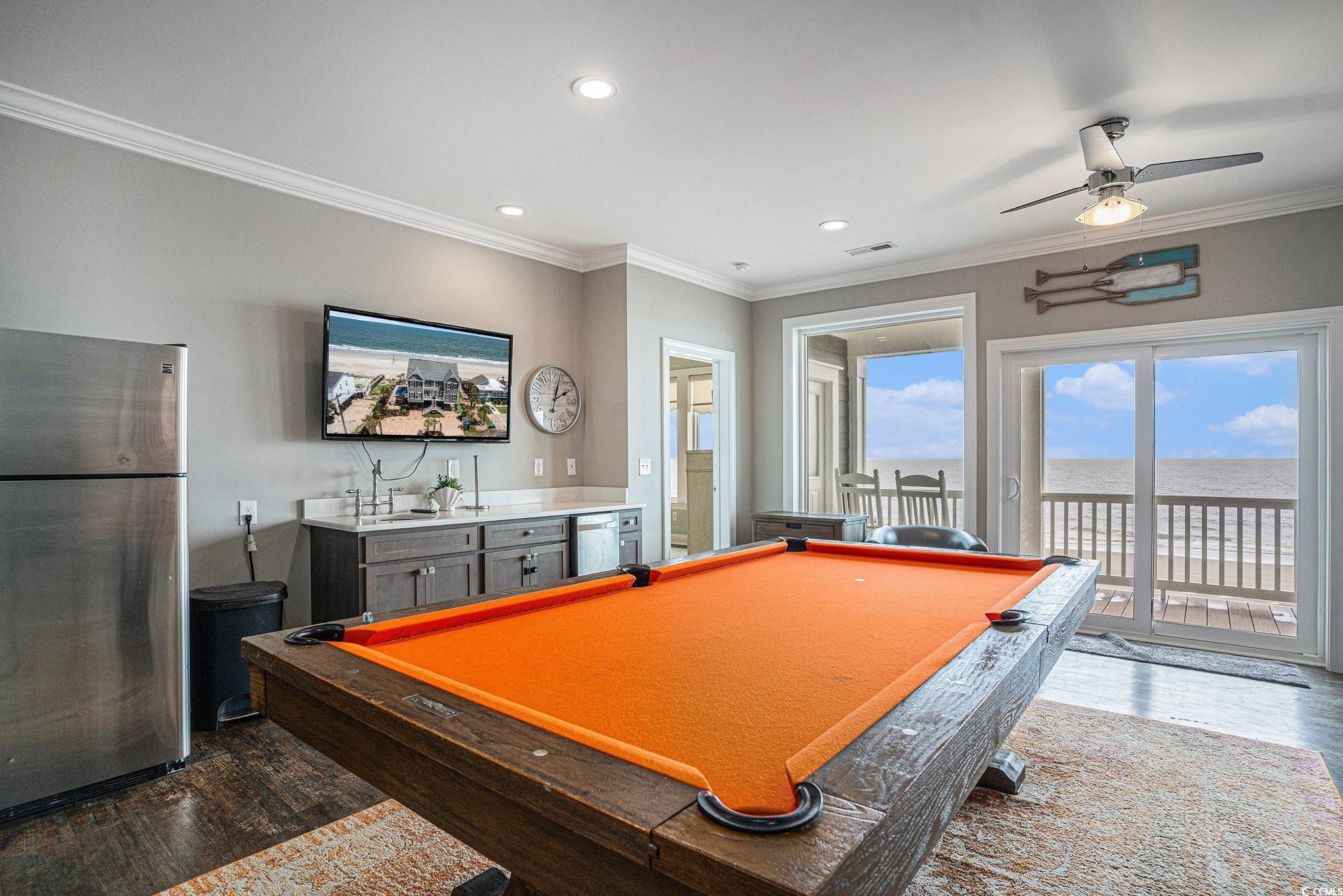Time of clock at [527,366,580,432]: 2:03
